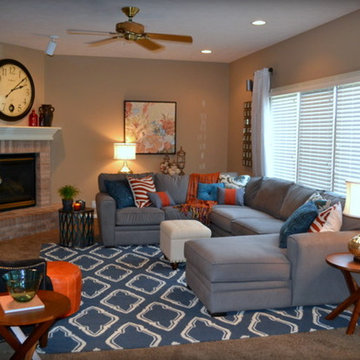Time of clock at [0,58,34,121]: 2:08
